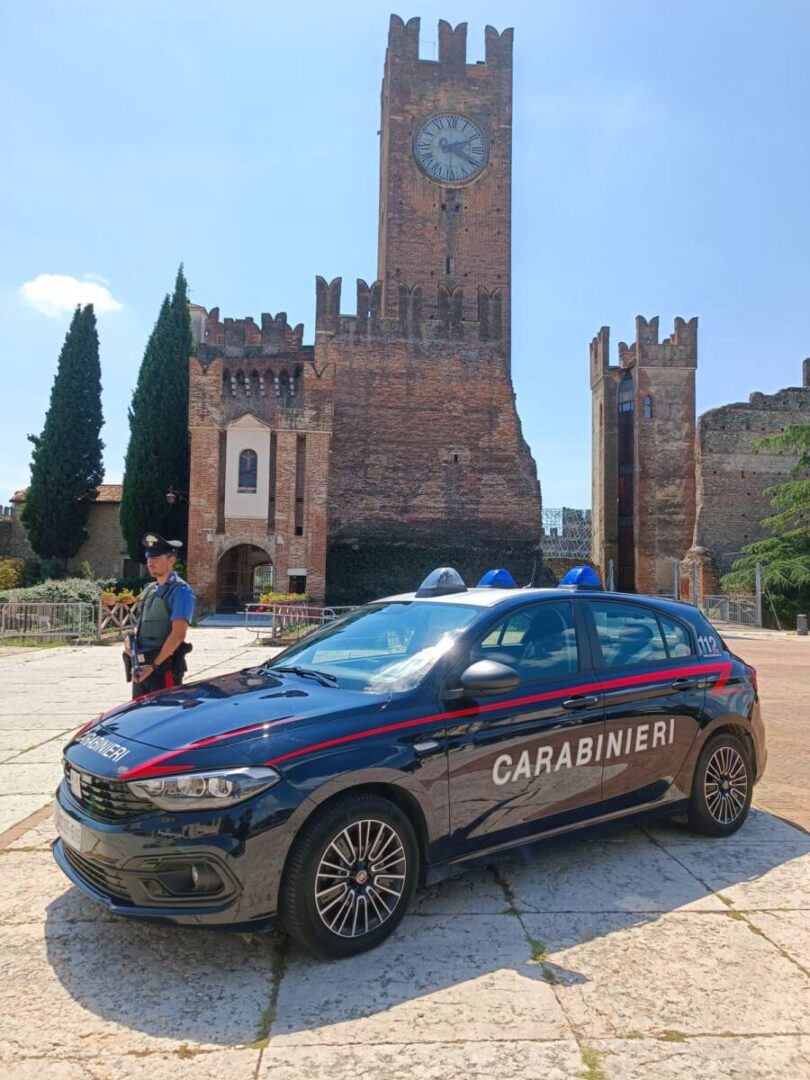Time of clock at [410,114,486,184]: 2:19
